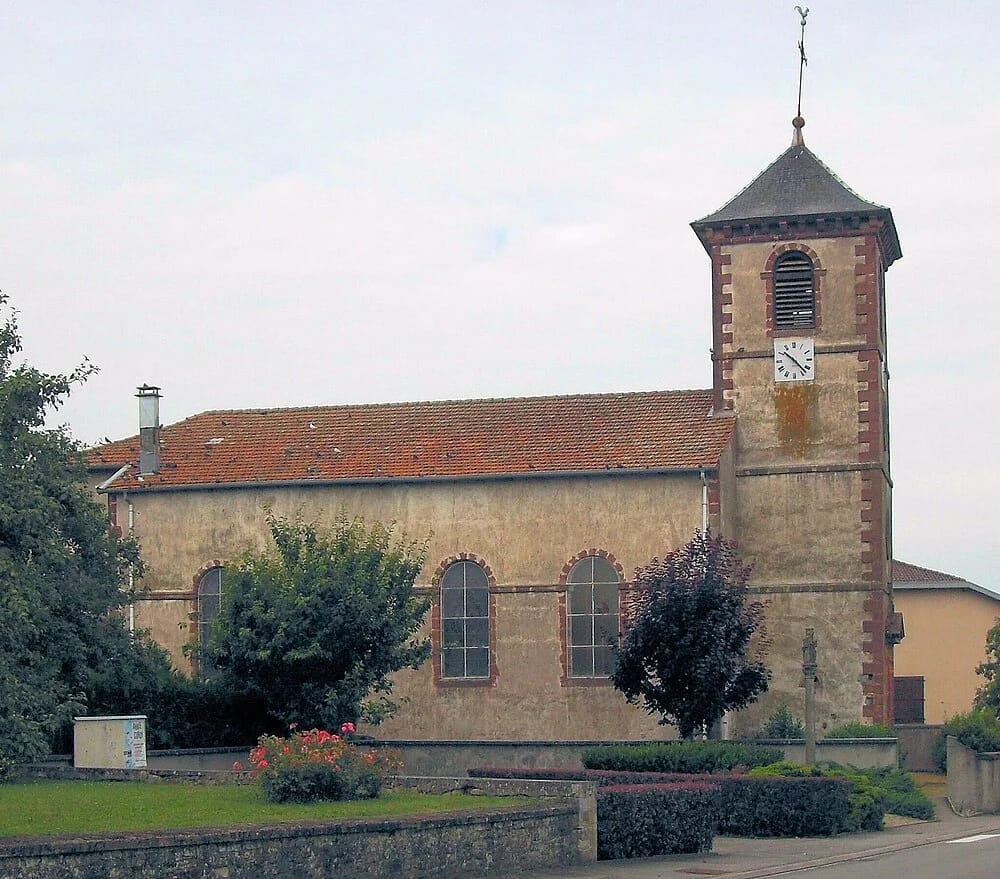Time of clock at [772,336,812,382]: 10:22
